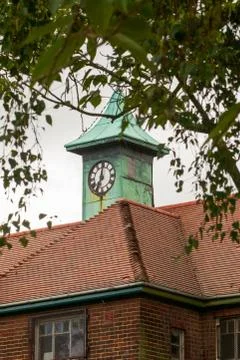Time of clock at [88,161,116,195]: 7:00
